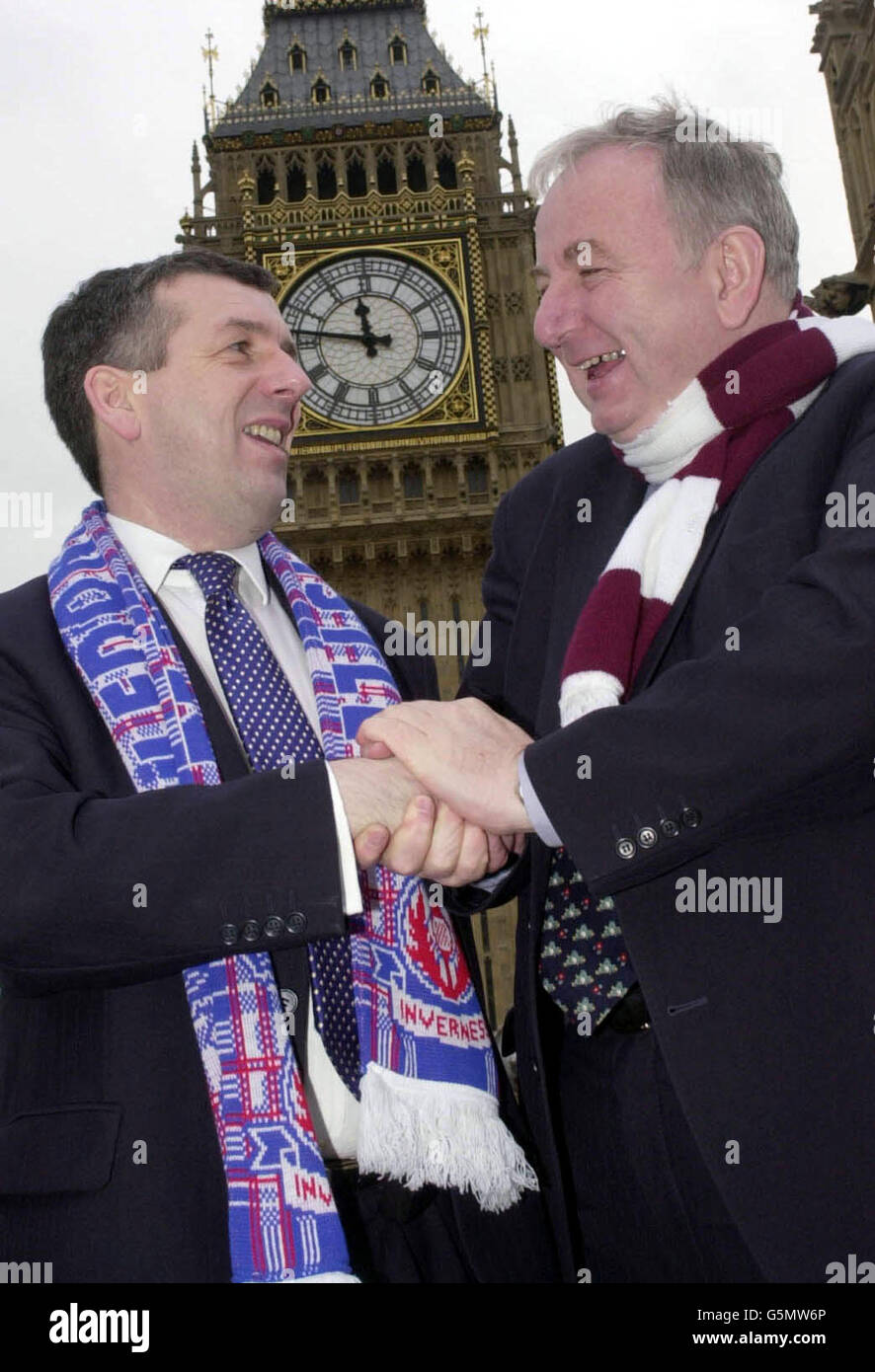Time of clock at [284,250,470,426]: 11:46
